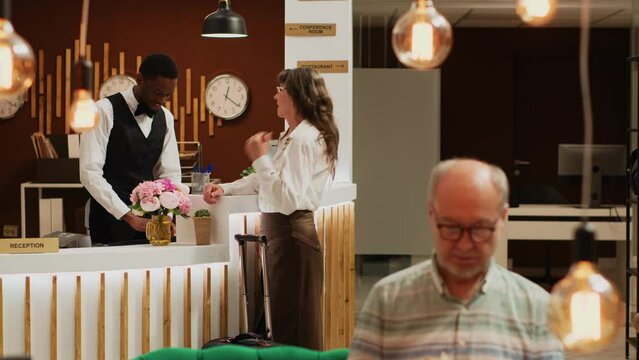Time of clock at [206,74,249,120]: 12:20
